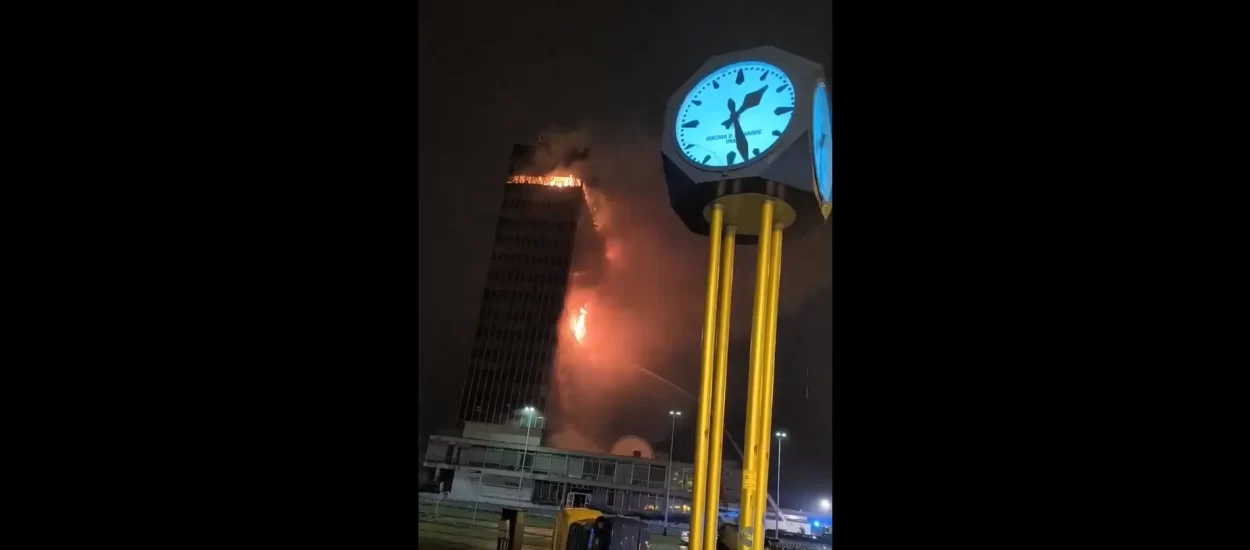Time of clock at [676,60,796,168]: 1:27
